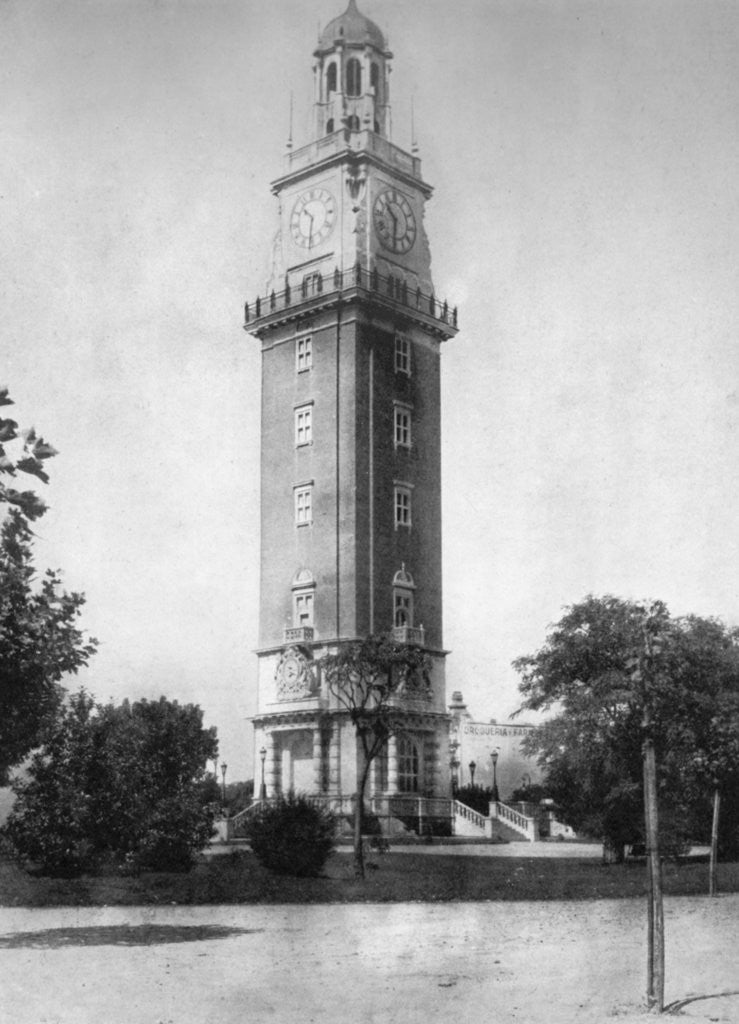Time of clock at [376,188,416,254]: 10:31
